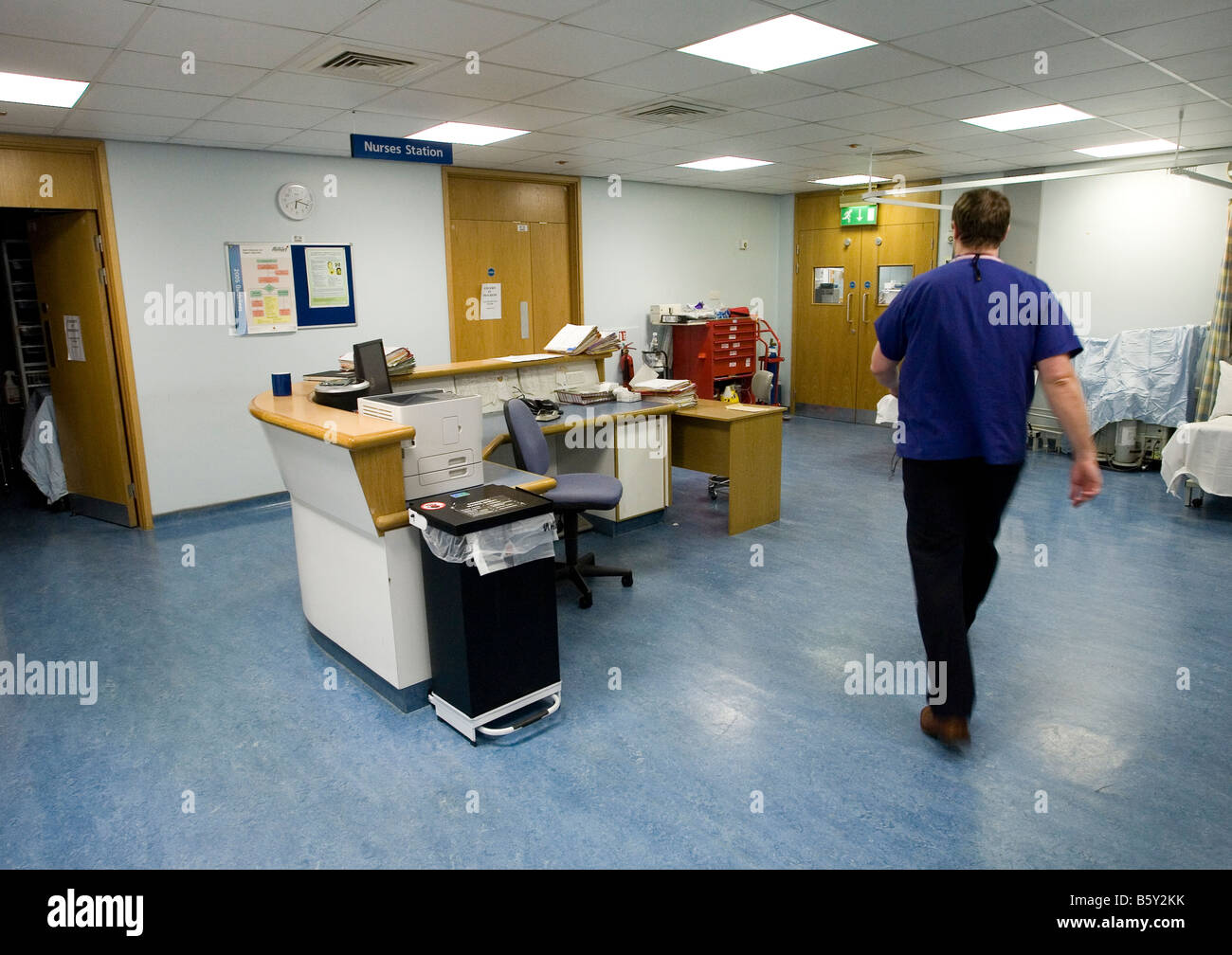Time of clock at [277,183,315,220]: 6:17
